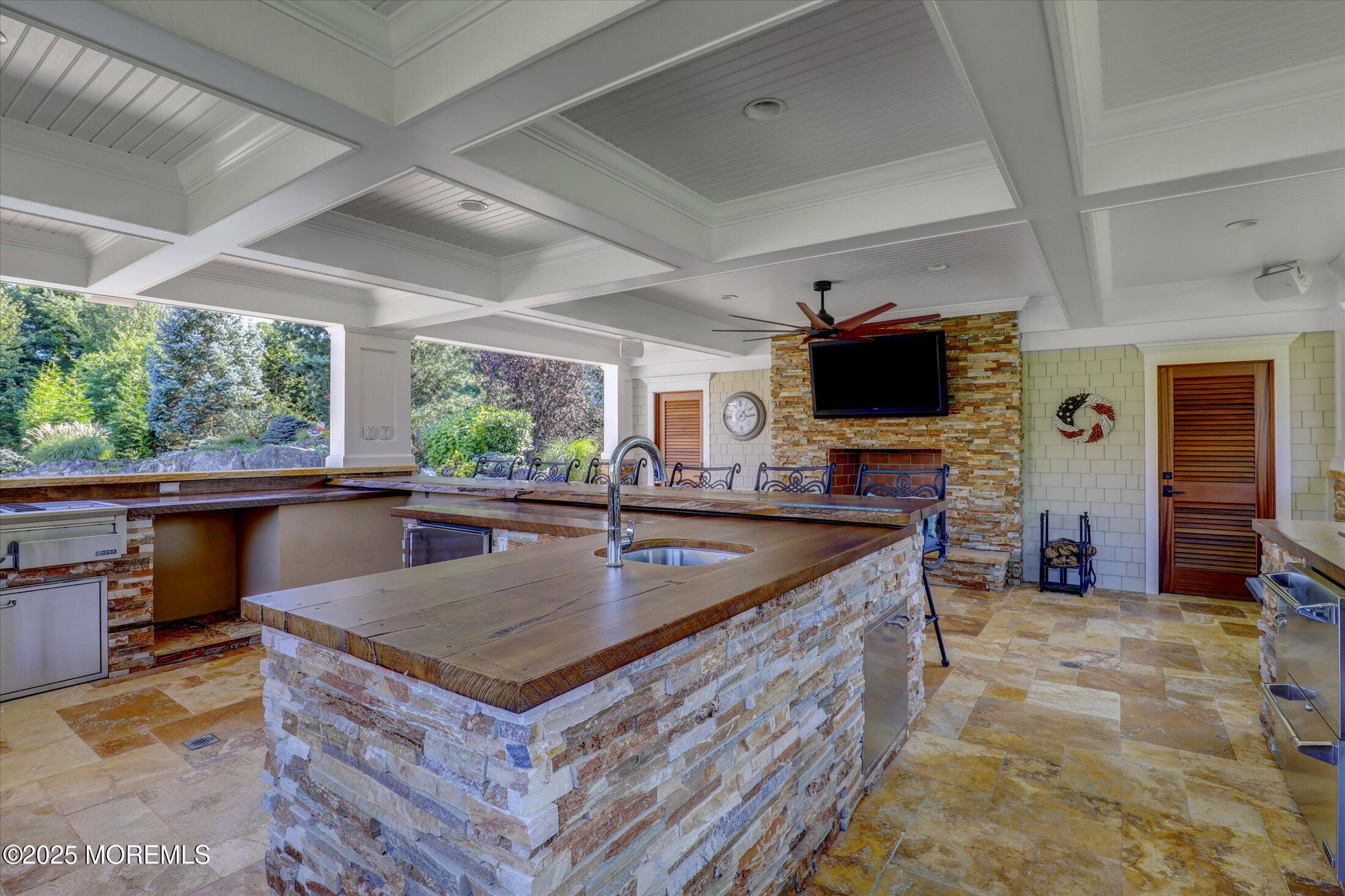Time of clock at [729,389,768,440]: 3:06
